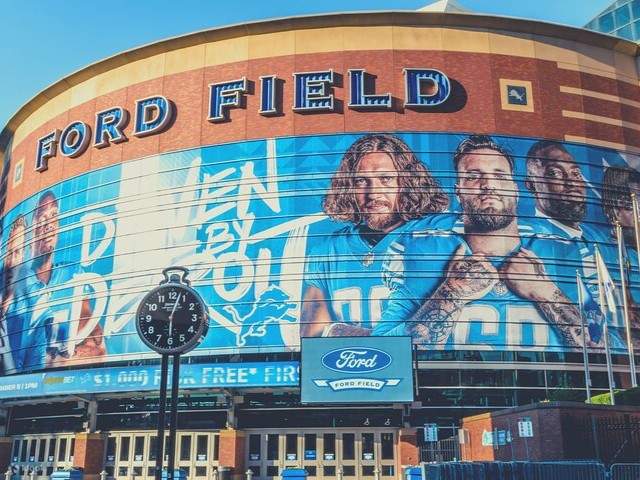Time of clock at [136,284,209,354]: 6:03
